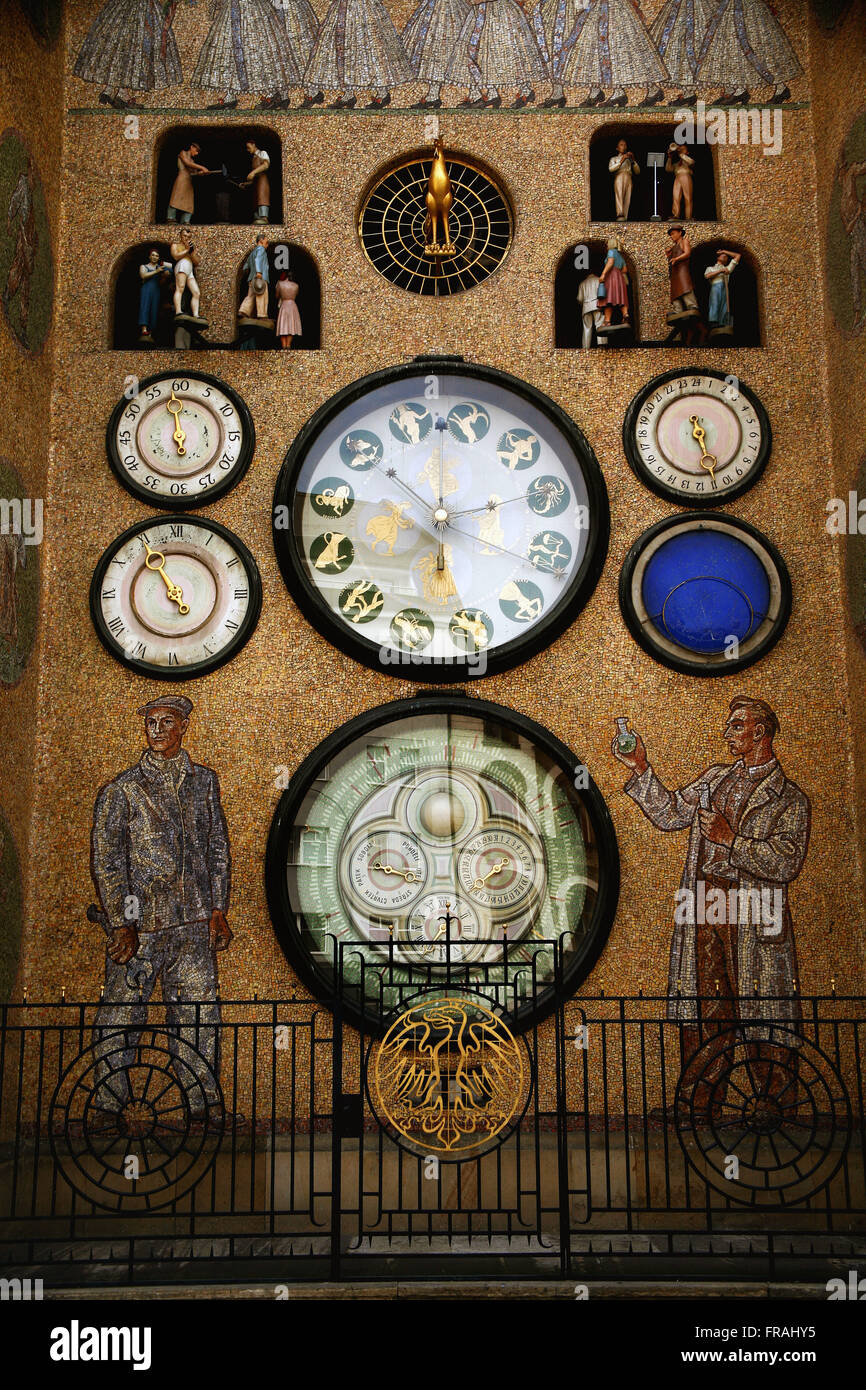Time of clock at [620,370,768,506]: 5:26
